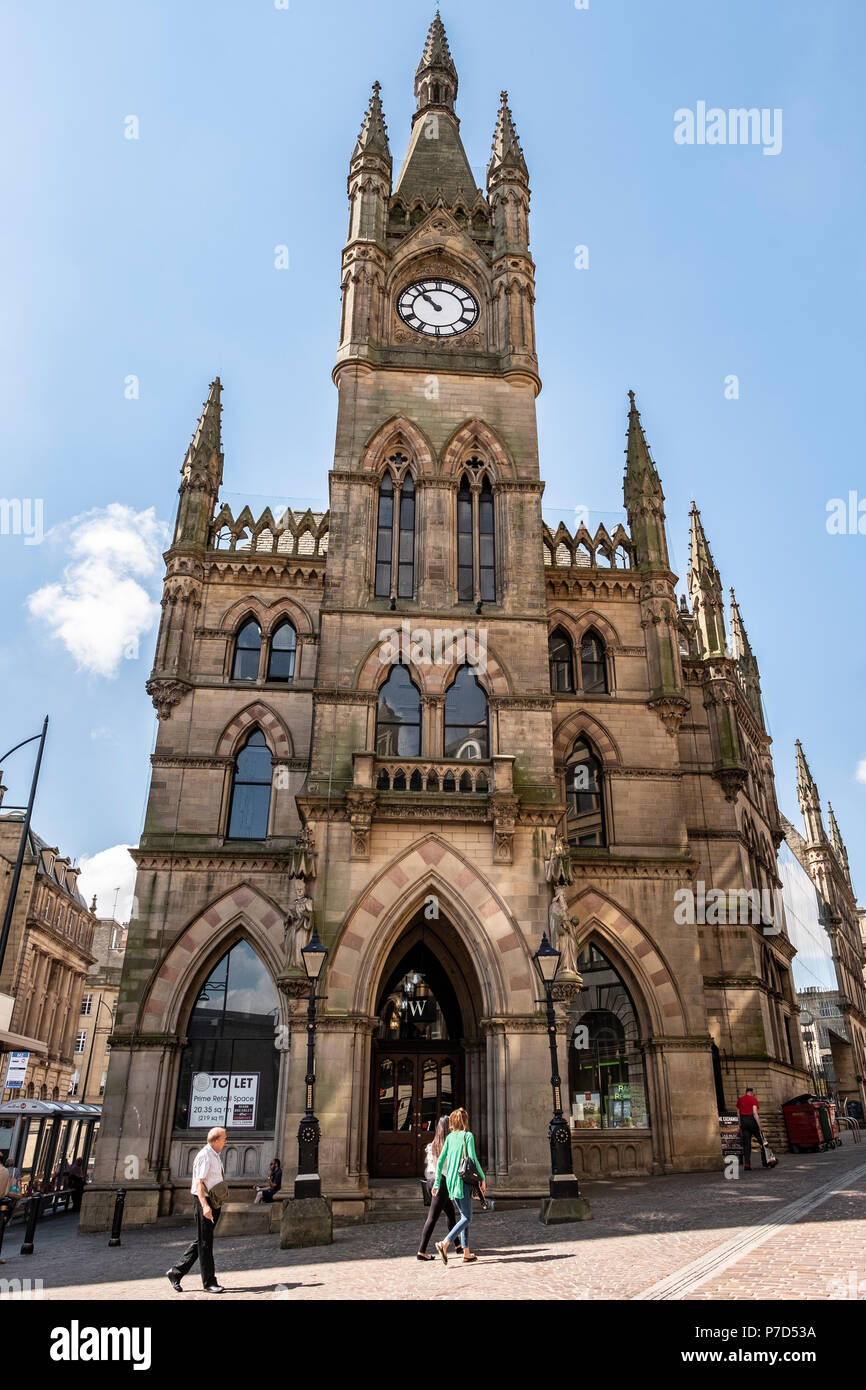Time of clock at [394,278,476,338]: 10:52
